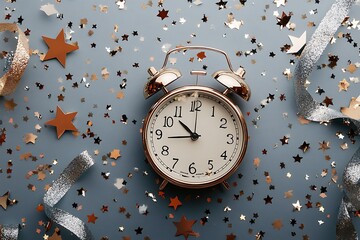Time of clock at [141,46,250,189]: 10:43
